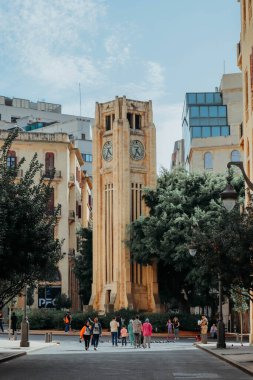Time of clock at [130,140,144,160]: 4:34
